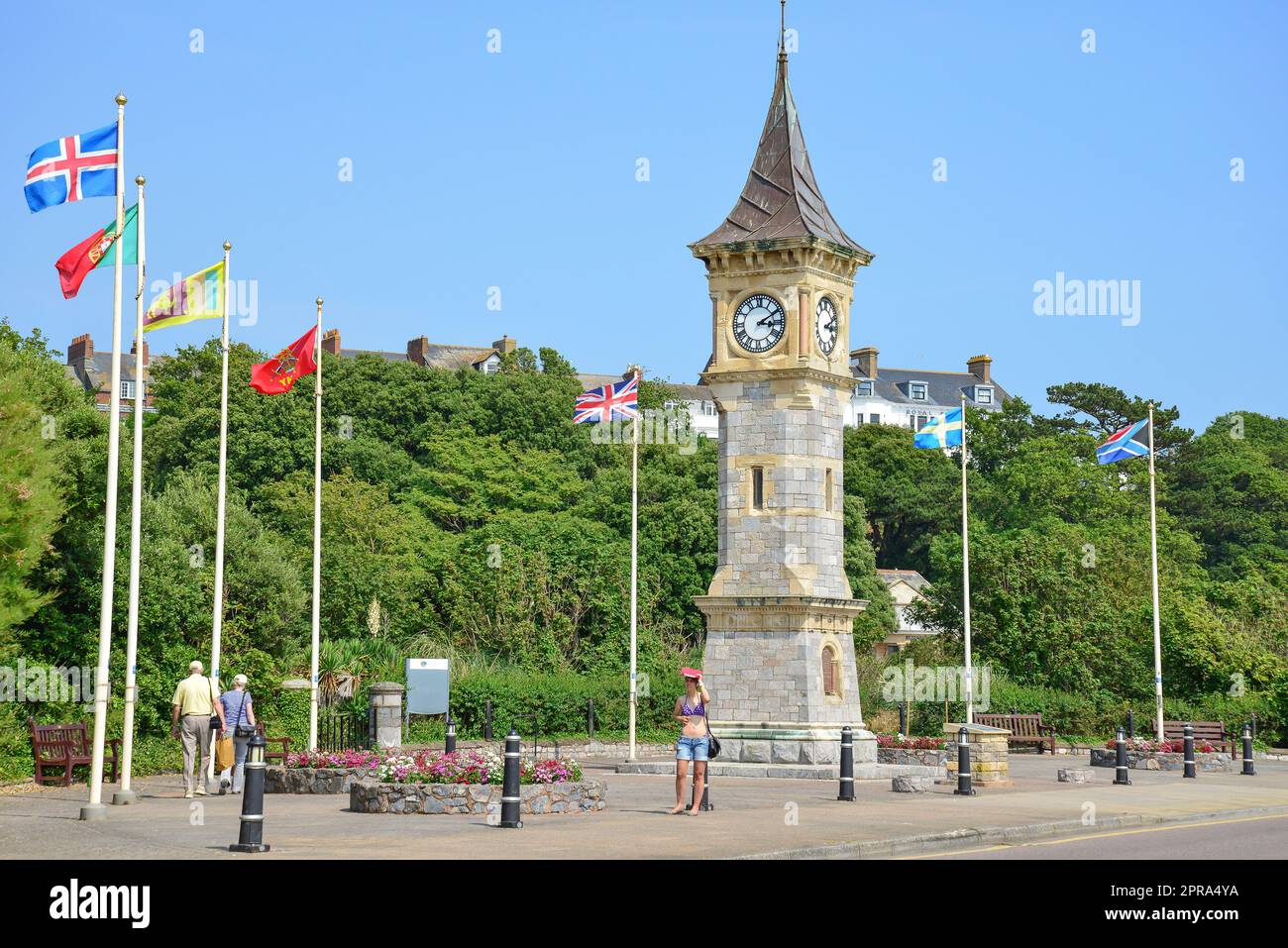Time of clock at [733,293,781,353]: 3:09
